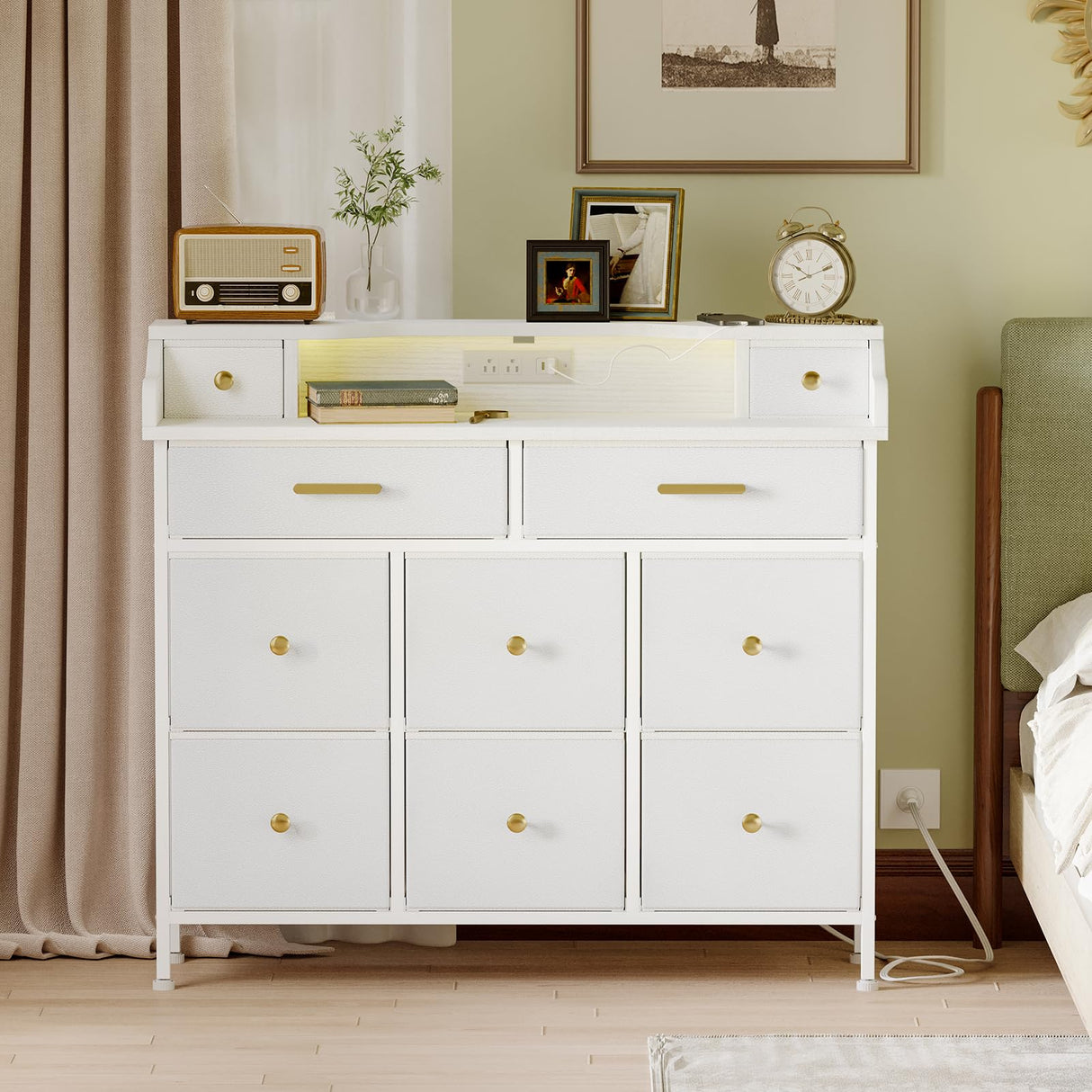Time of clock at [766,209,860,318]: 10:11
